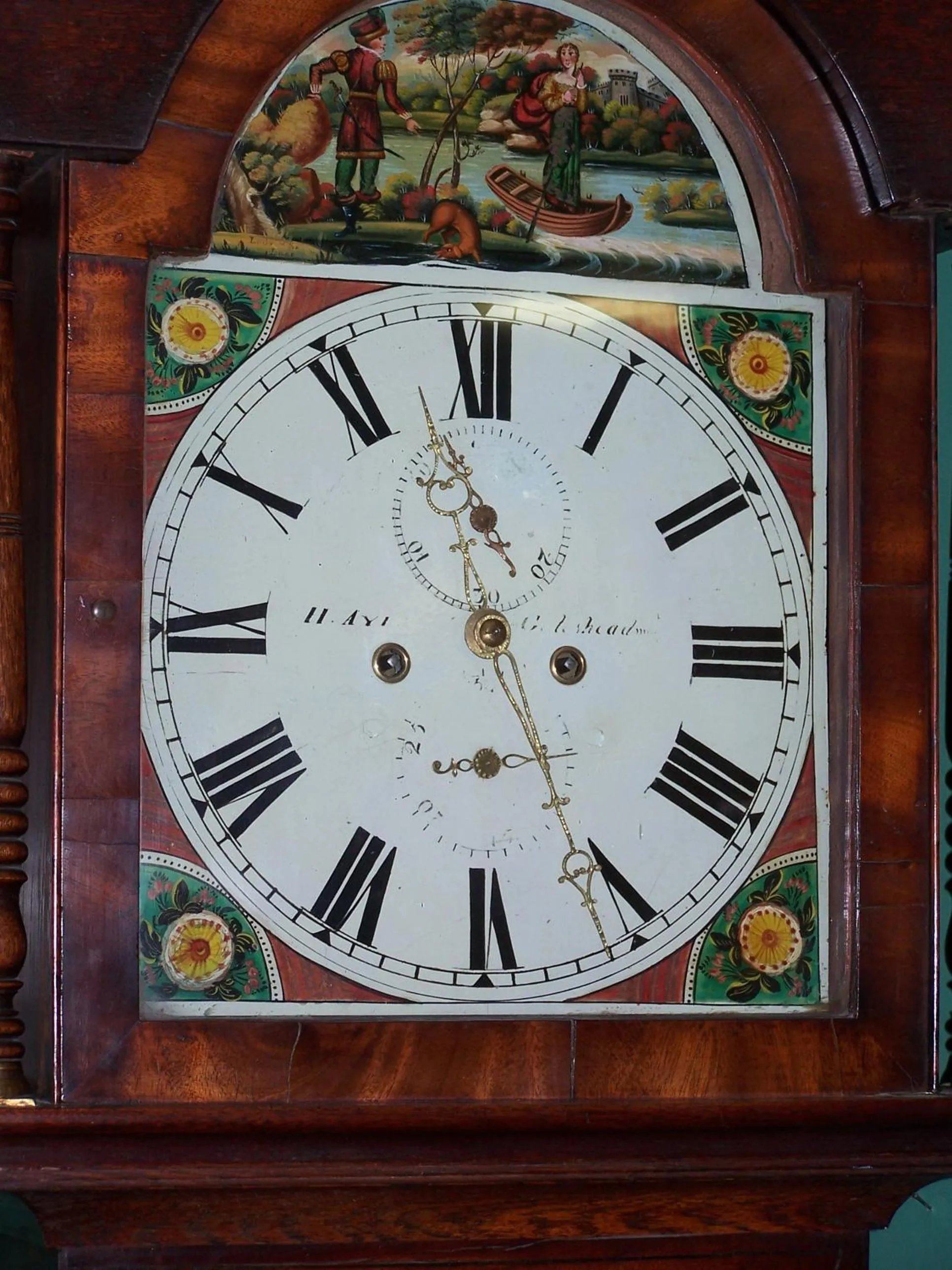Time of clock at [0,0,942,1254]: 11:25
